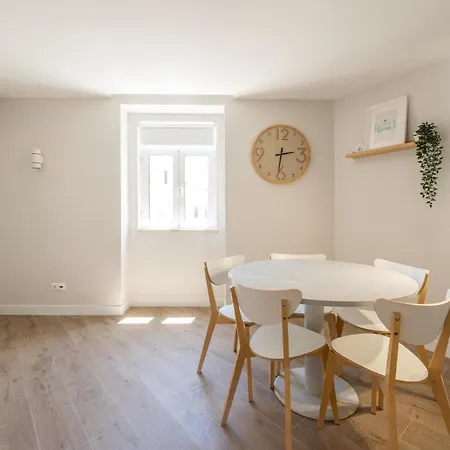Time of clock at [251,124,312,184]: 2:31
